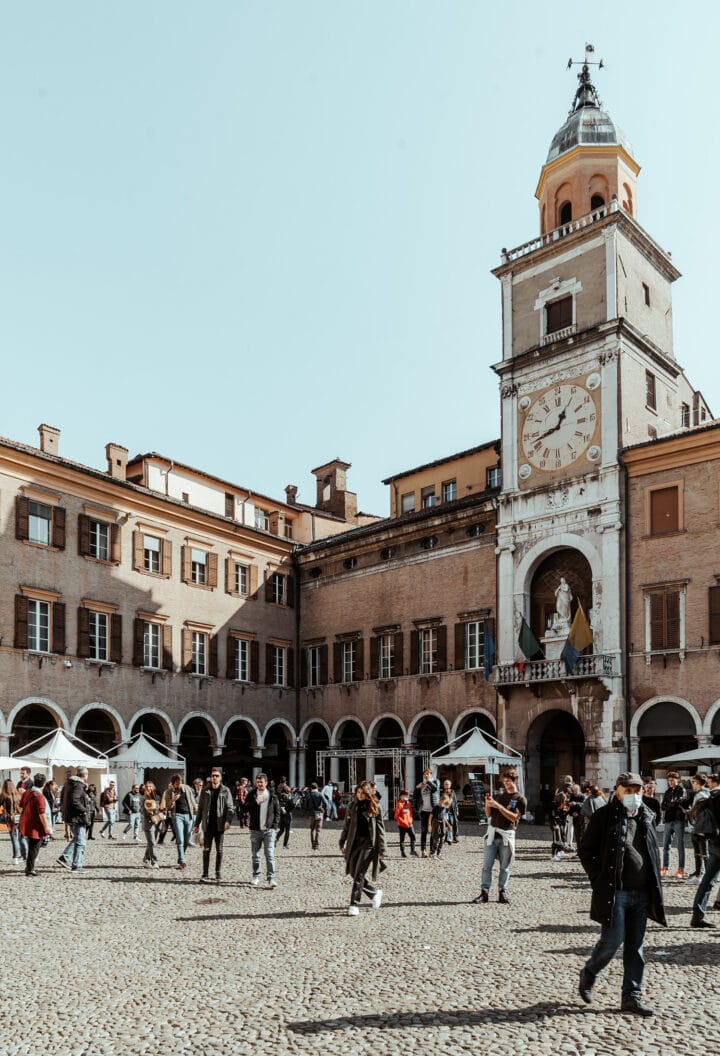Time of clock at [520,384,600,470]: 12:42
